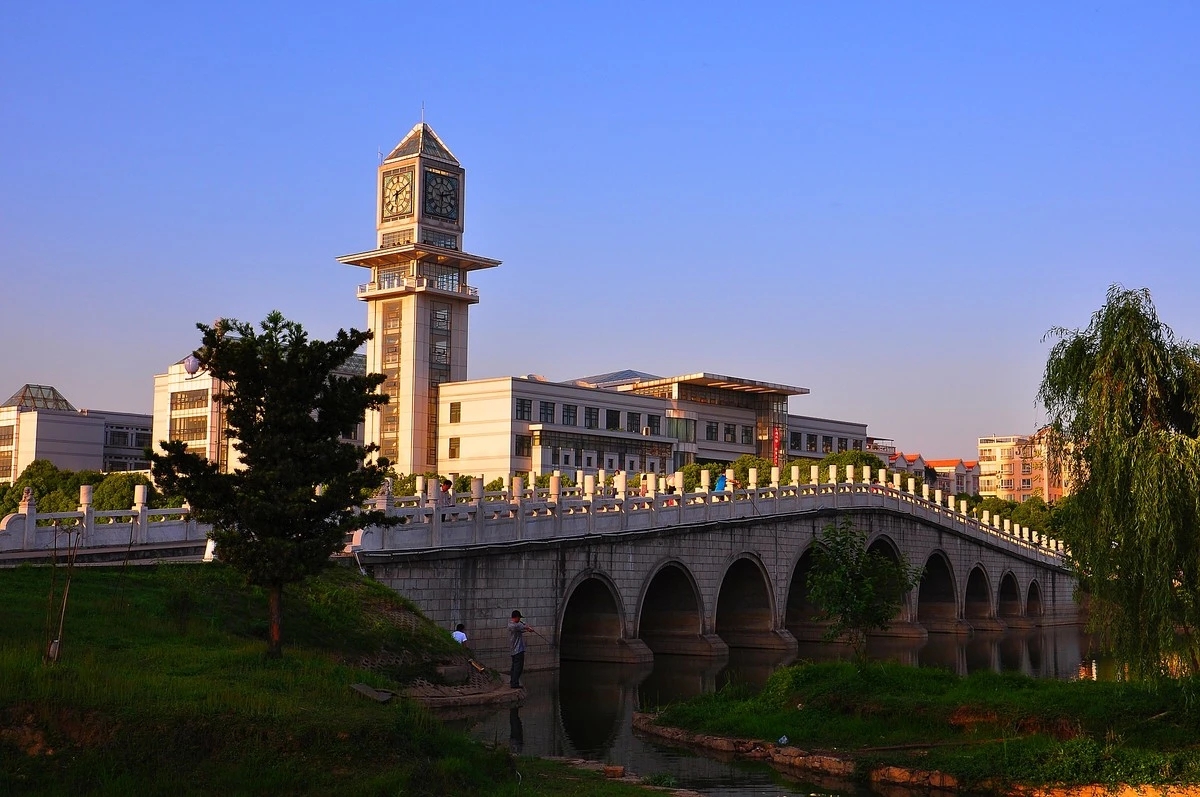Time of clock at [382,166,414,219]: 6:10
